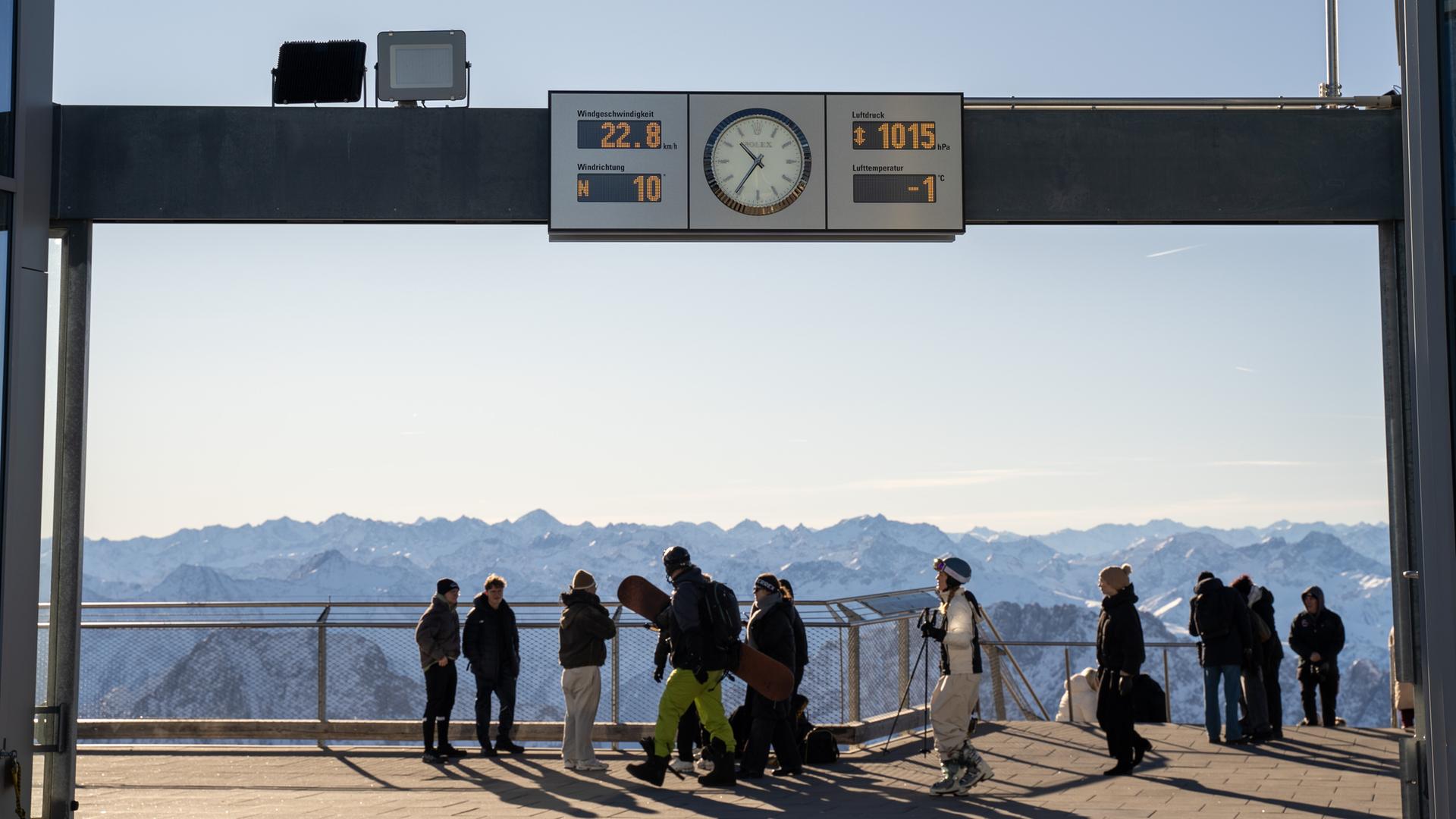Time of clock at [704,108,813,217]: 10:35
